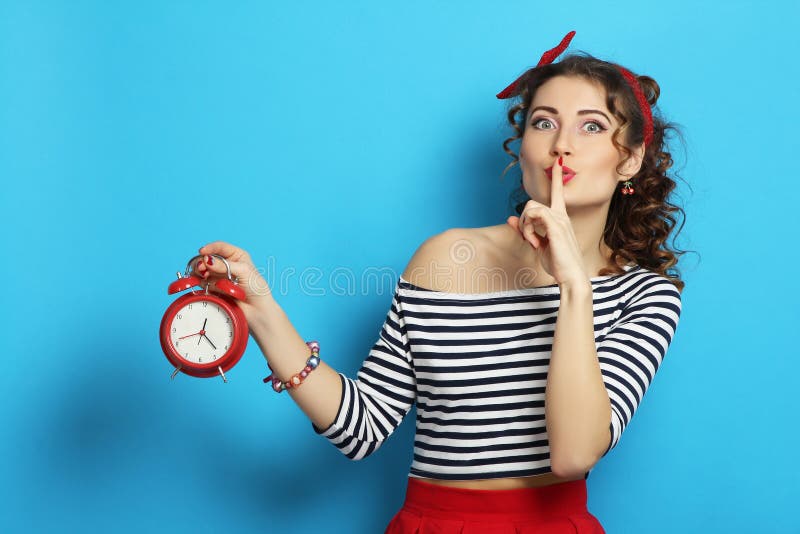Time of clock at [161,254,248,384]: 12:22
